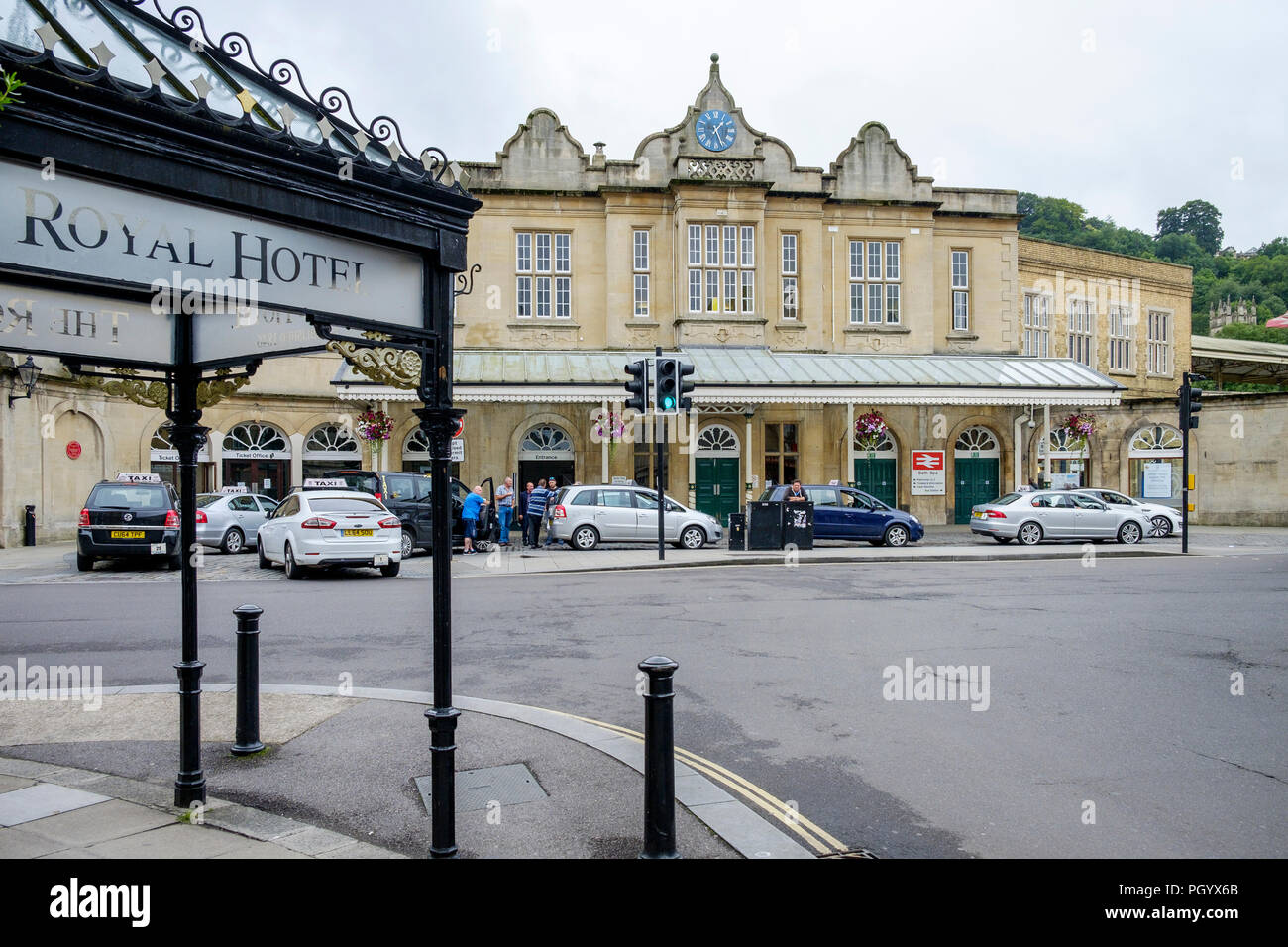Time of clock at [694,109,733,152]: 1:26
